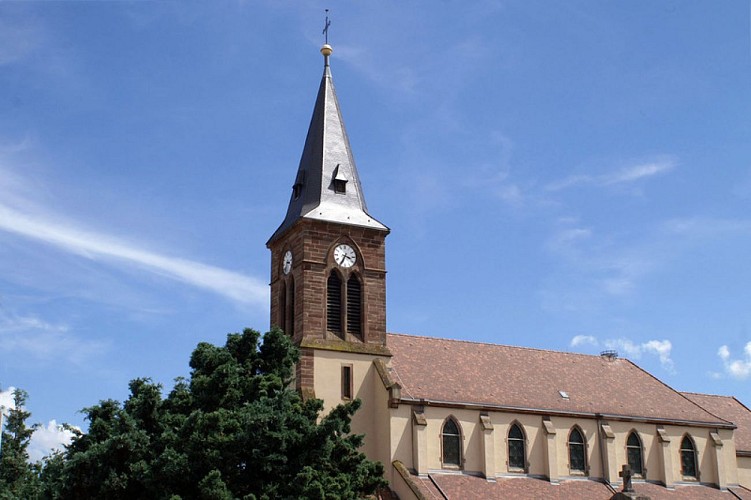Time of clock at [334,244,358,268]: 3:34
